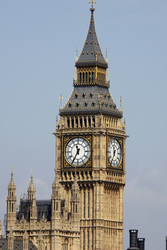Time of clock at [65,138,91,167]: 11:35
